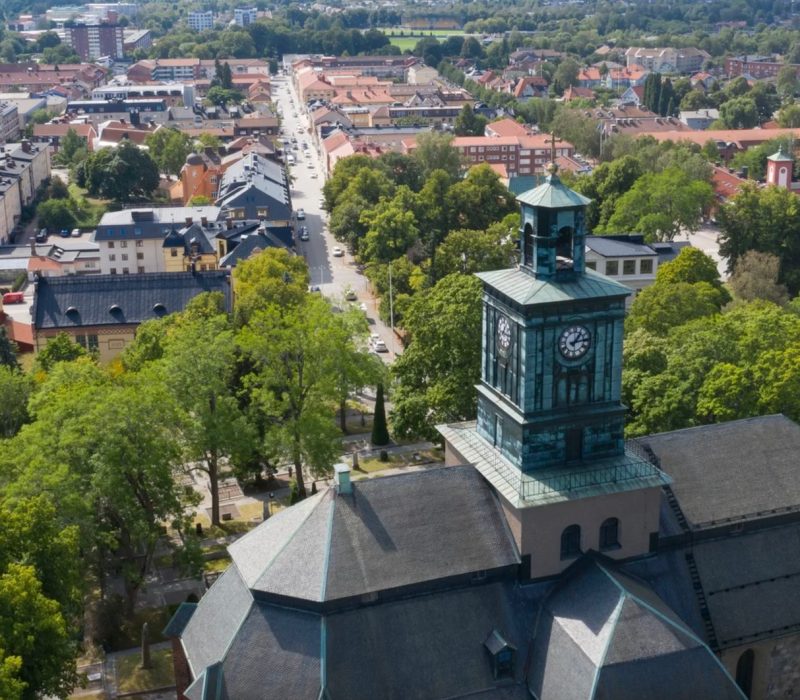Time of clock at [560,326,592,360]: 1:13
